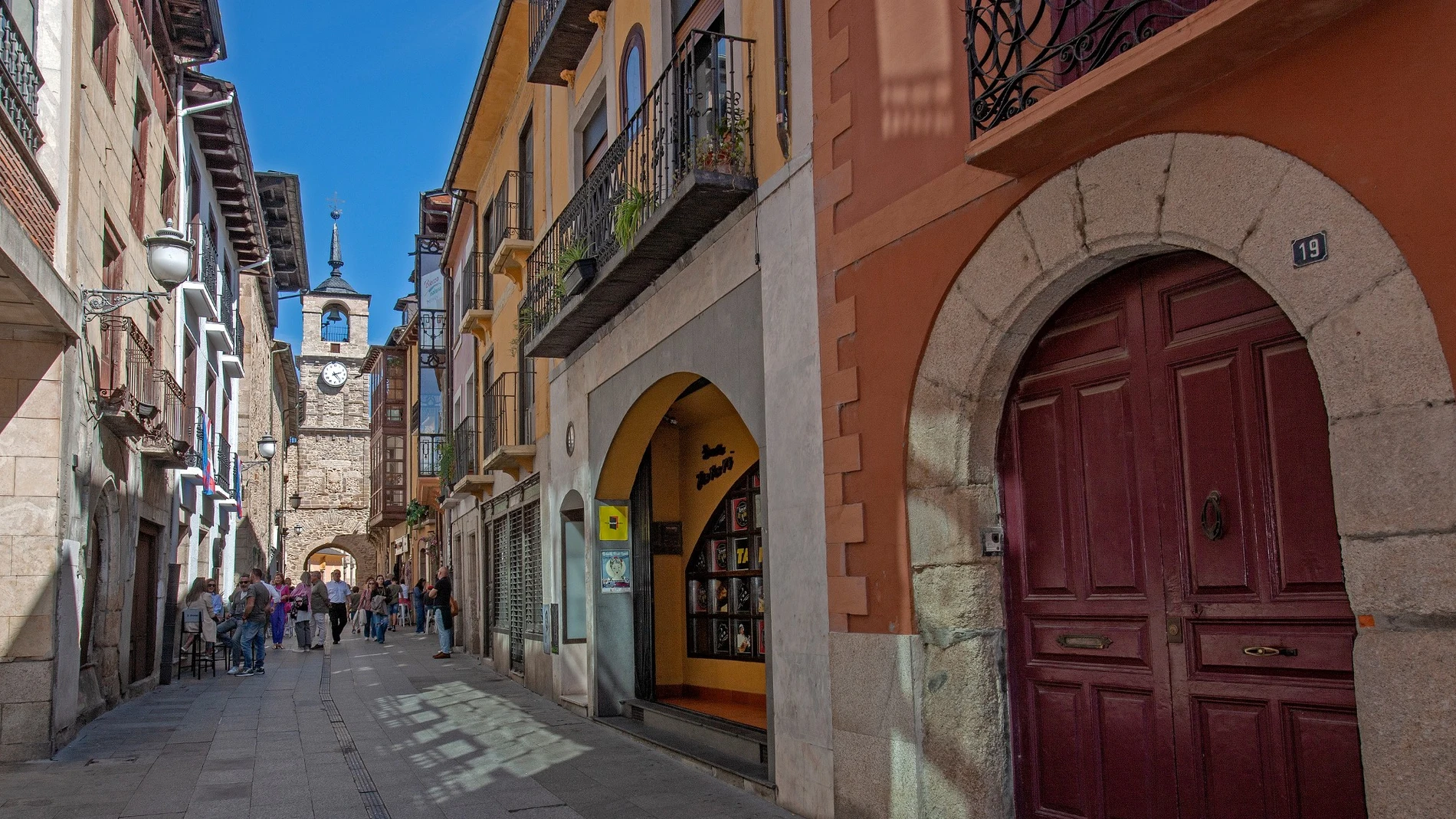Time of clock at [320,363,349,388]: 2:23
